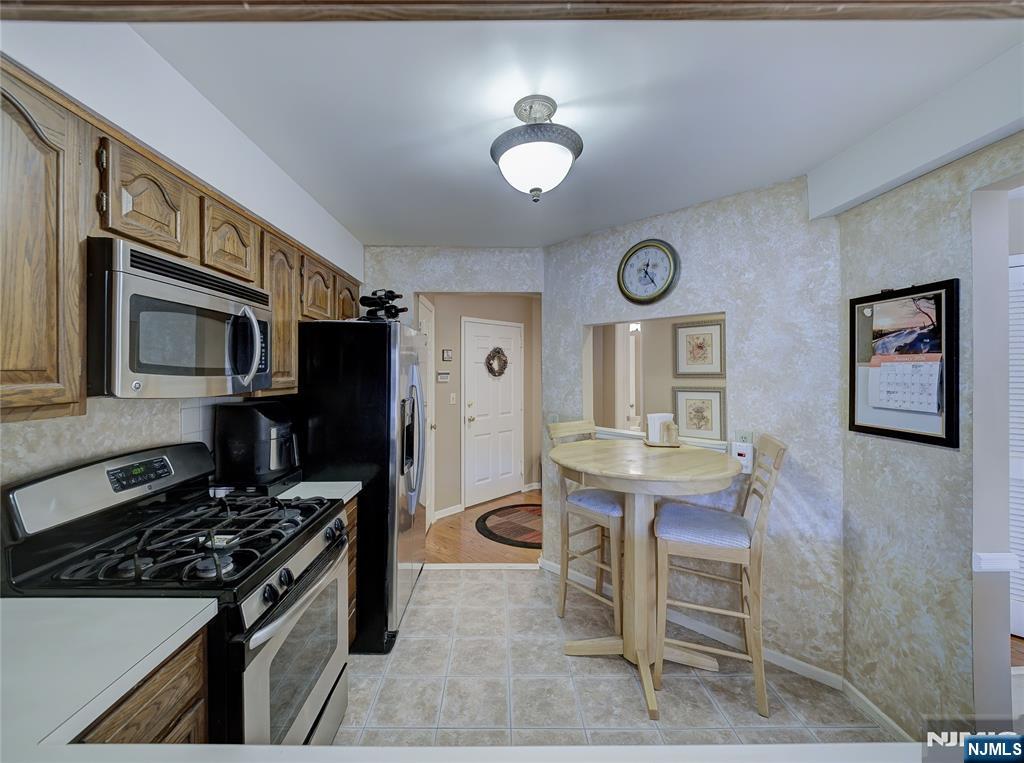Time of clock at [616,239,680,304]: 12:24
